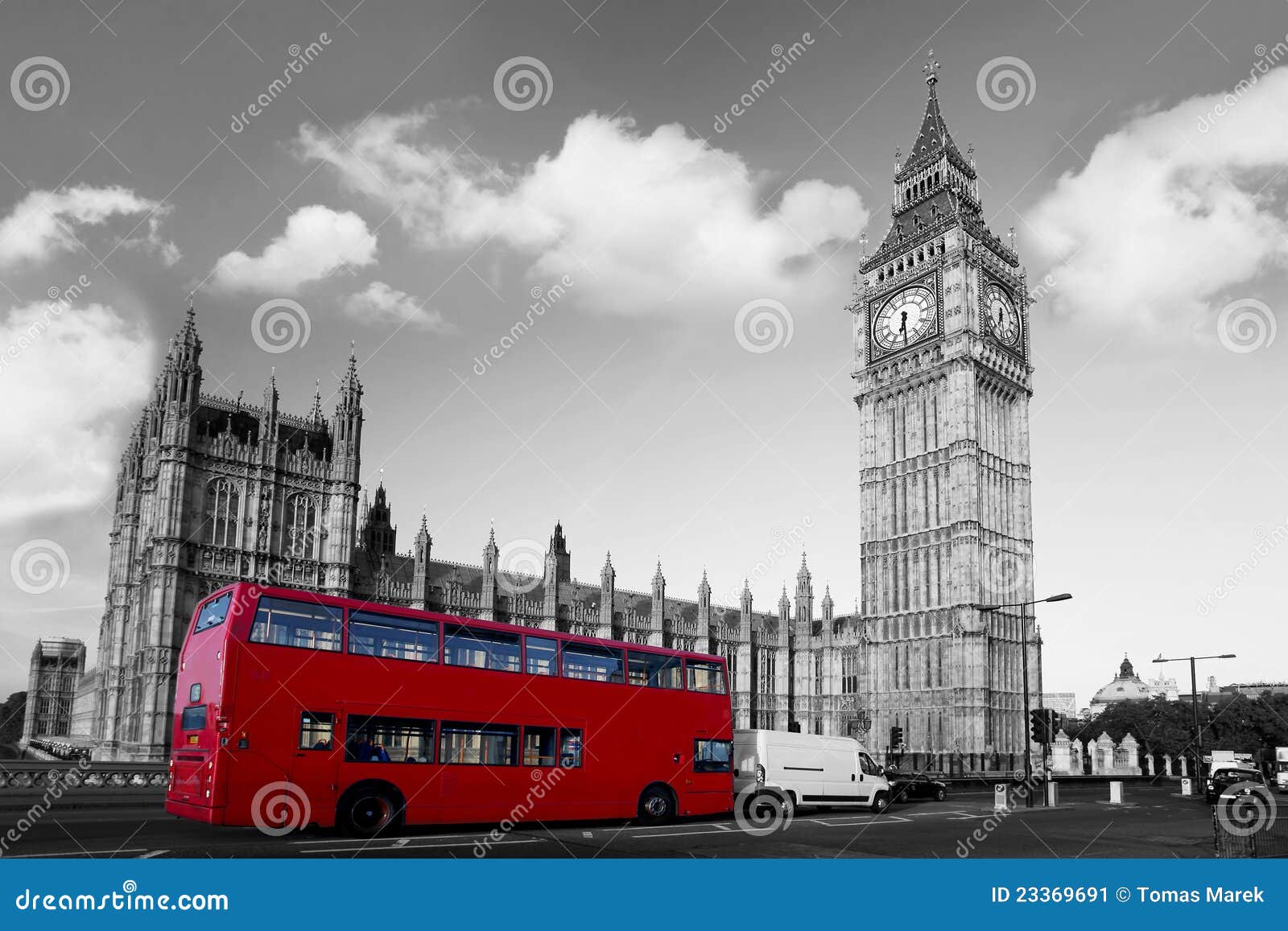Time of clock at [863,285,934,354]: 6:29
